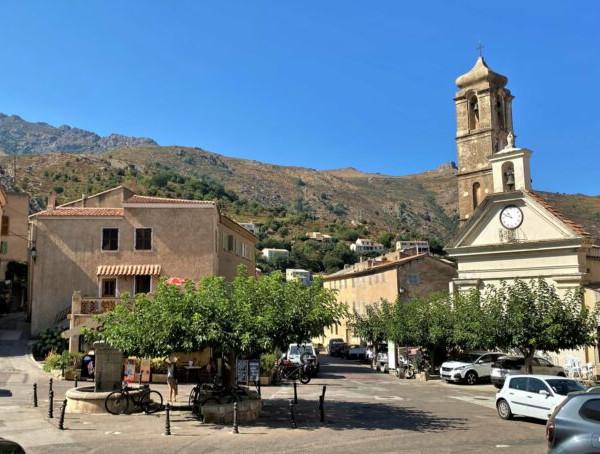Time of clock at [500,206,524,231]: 10:48
